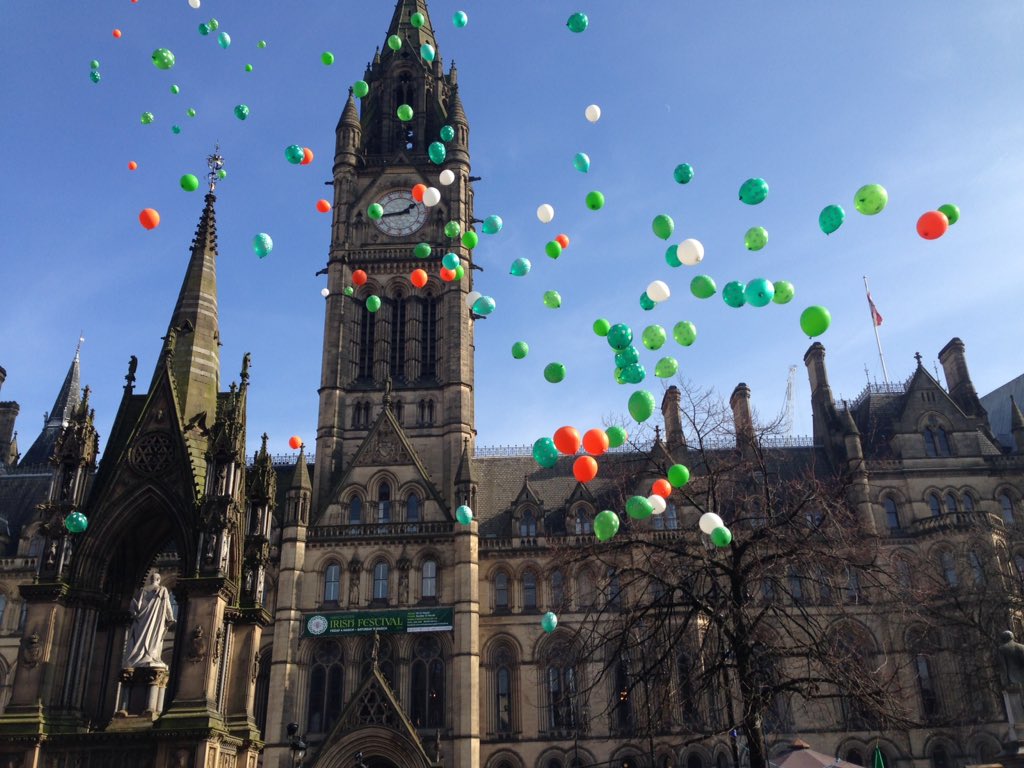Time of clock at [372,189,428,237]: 1:43
